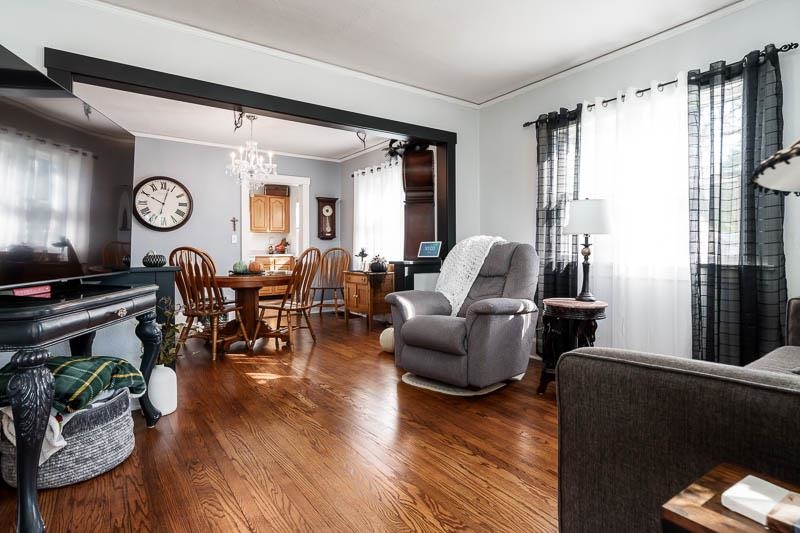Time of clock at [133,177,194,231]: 10:02
